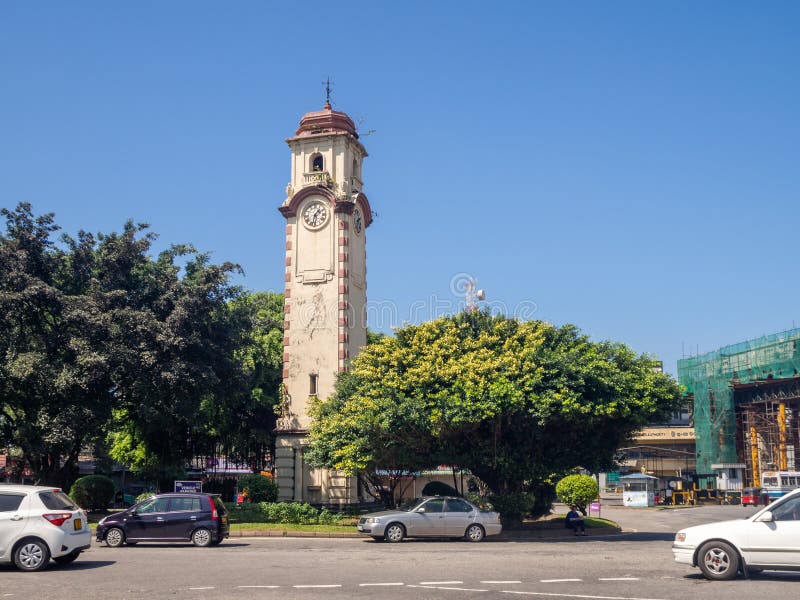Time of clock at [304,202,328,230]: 1:32
